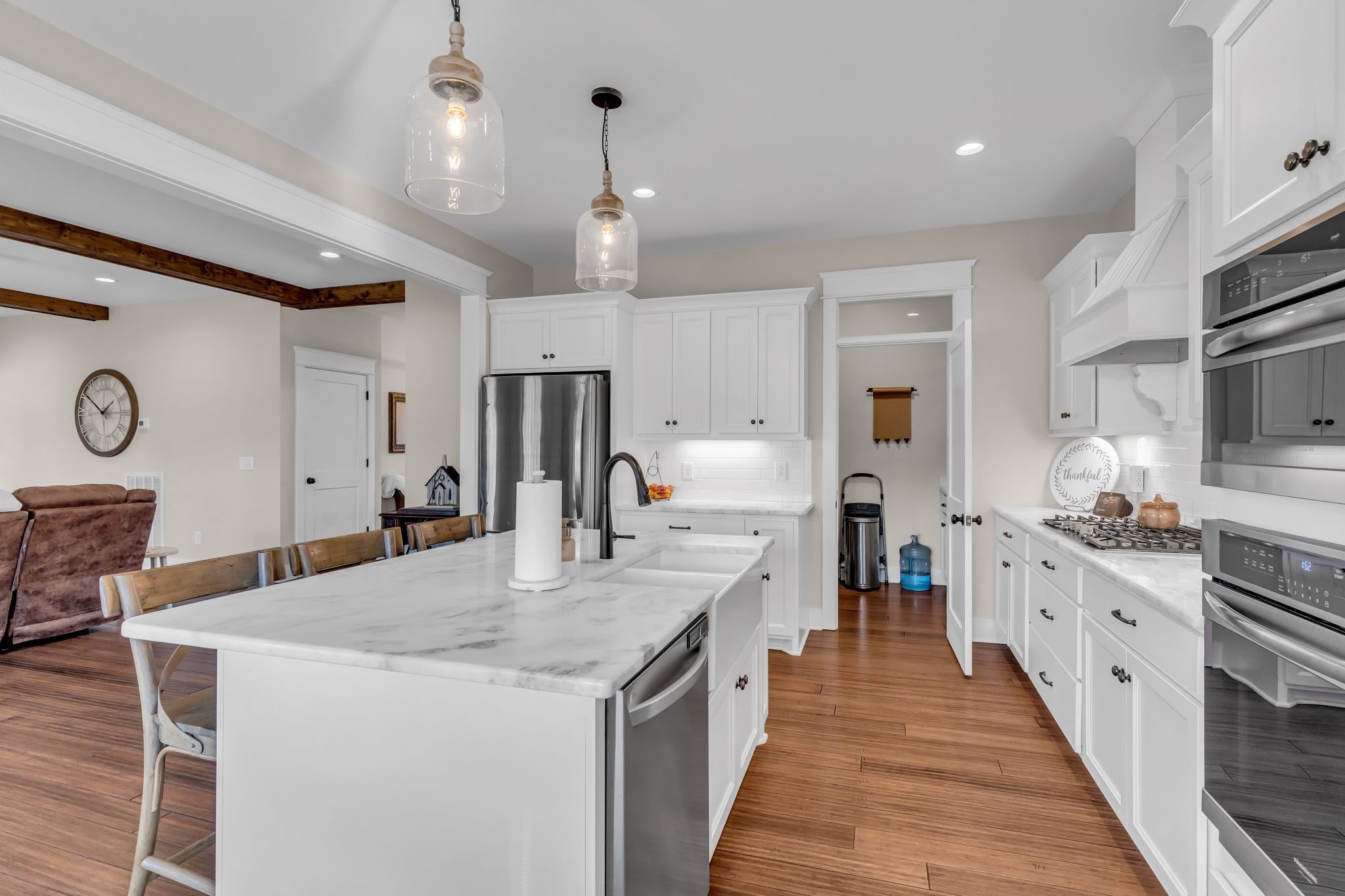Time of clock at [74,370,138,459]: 1:50
